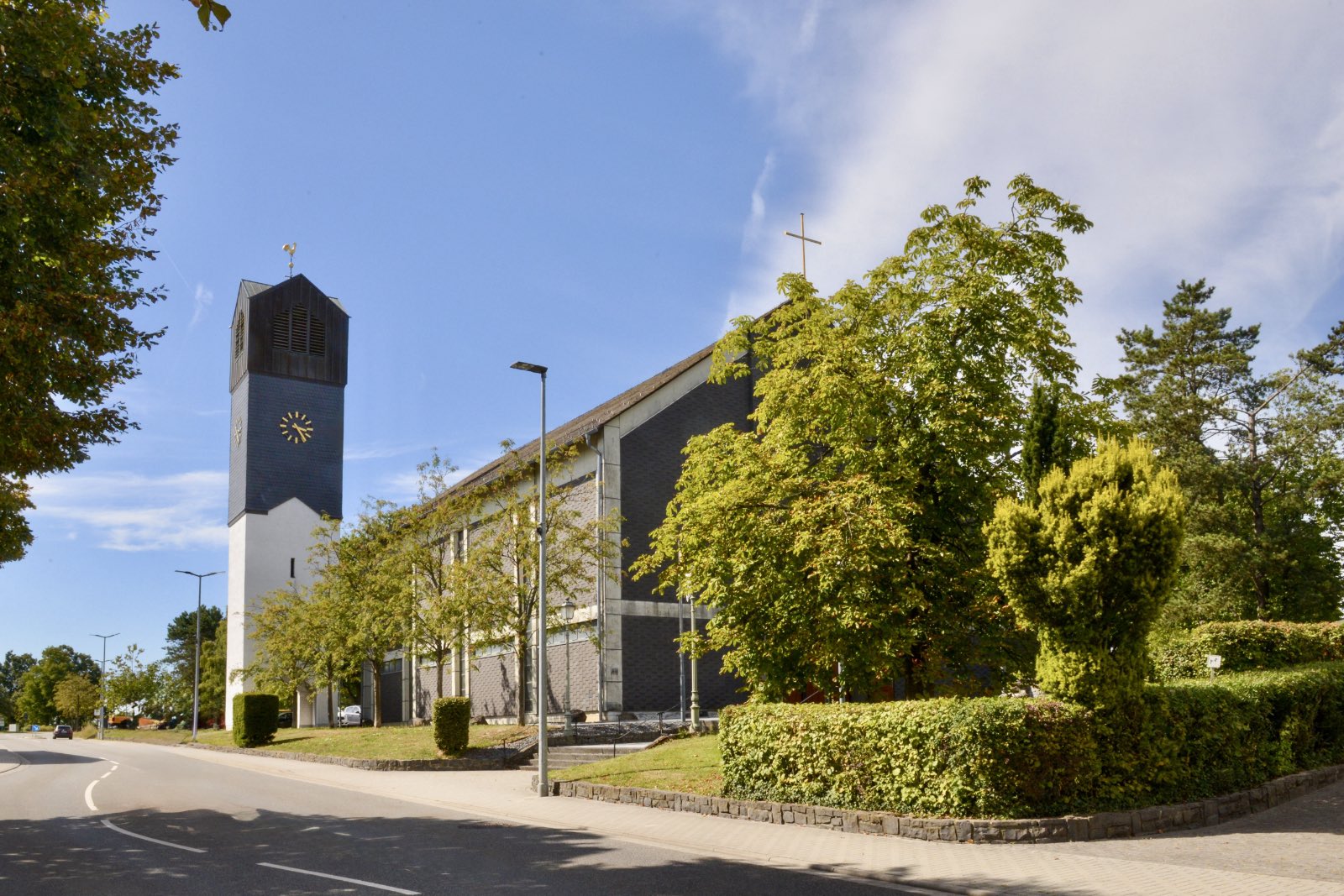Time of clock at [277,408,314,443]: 3:24
